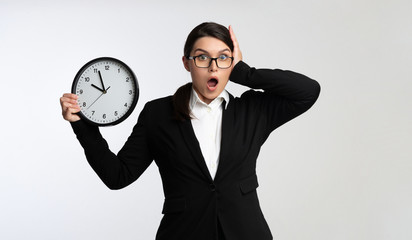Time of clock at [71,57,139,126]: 9:56
